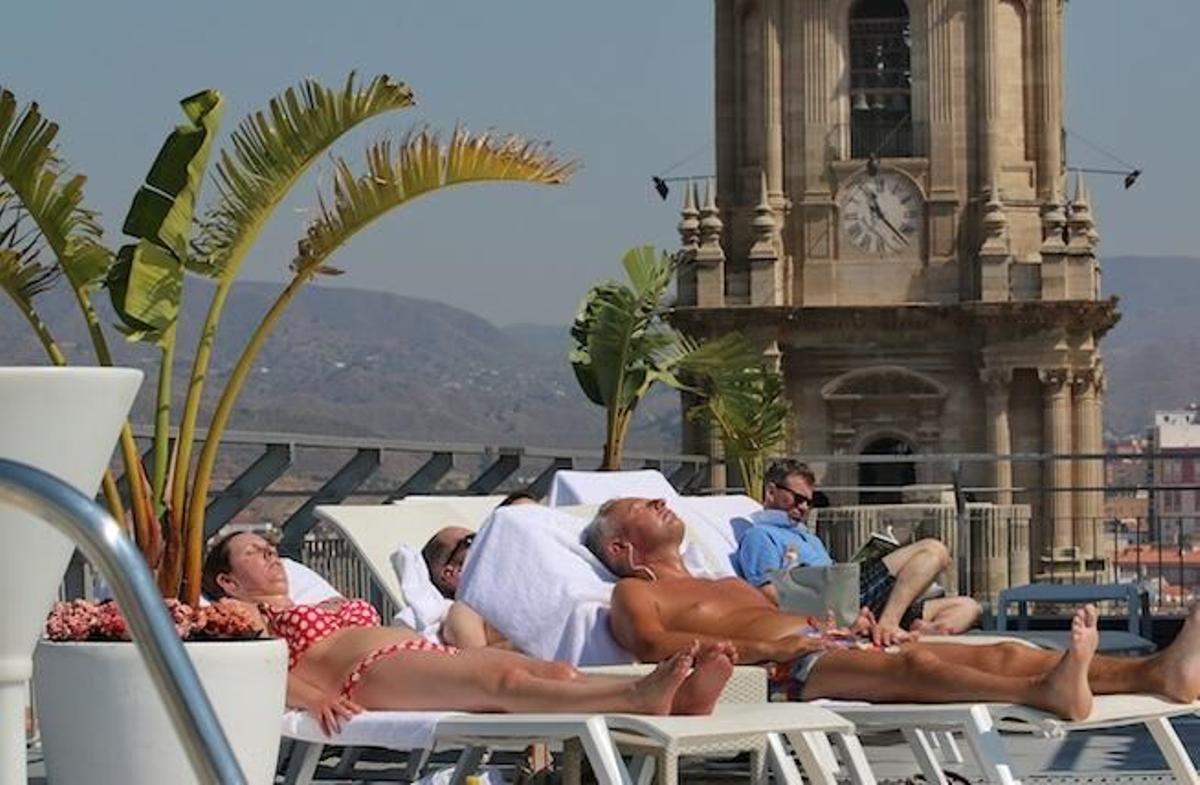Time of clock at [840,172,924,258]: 11:22
